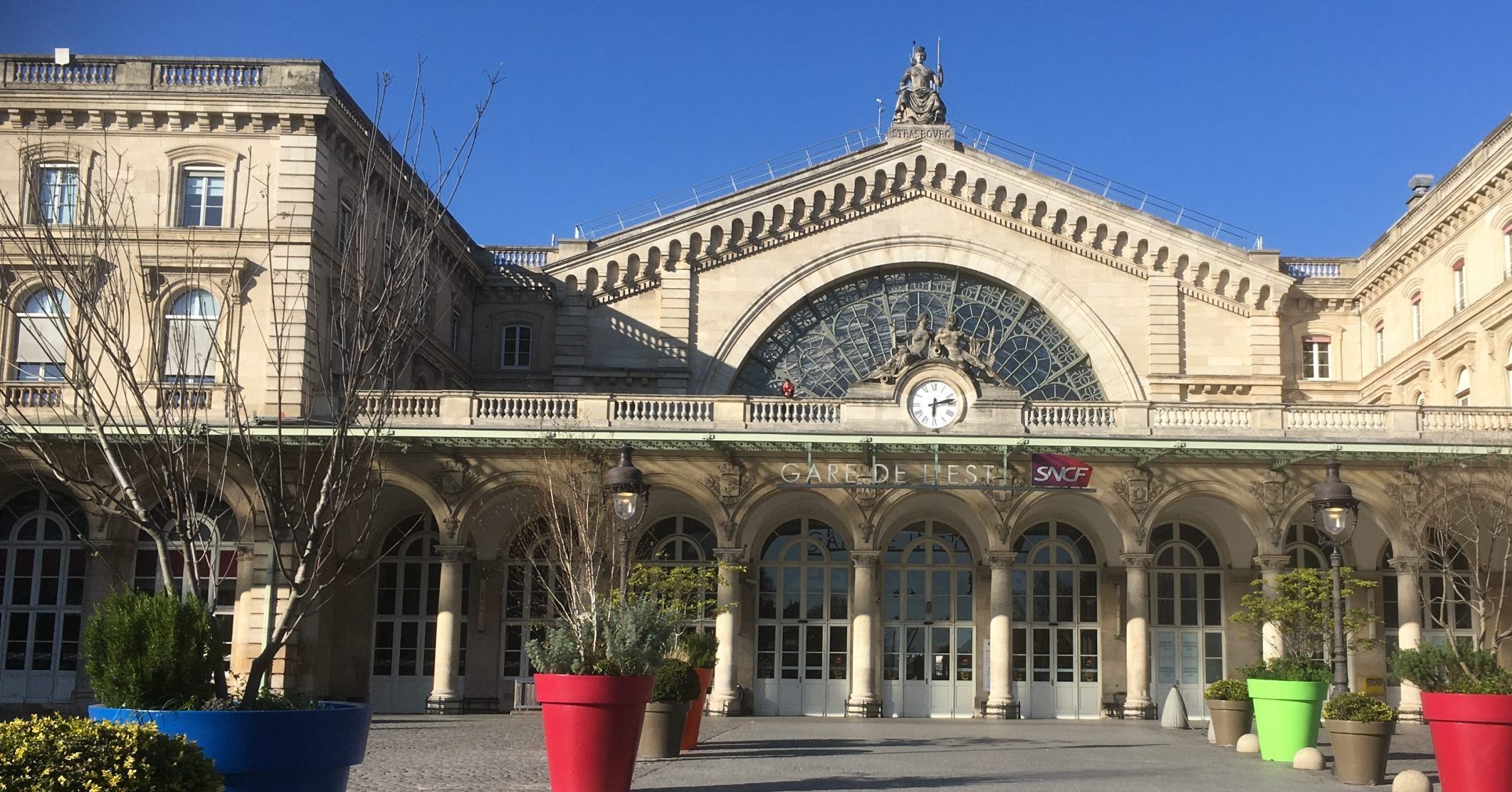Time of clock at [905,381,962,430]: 6:12
